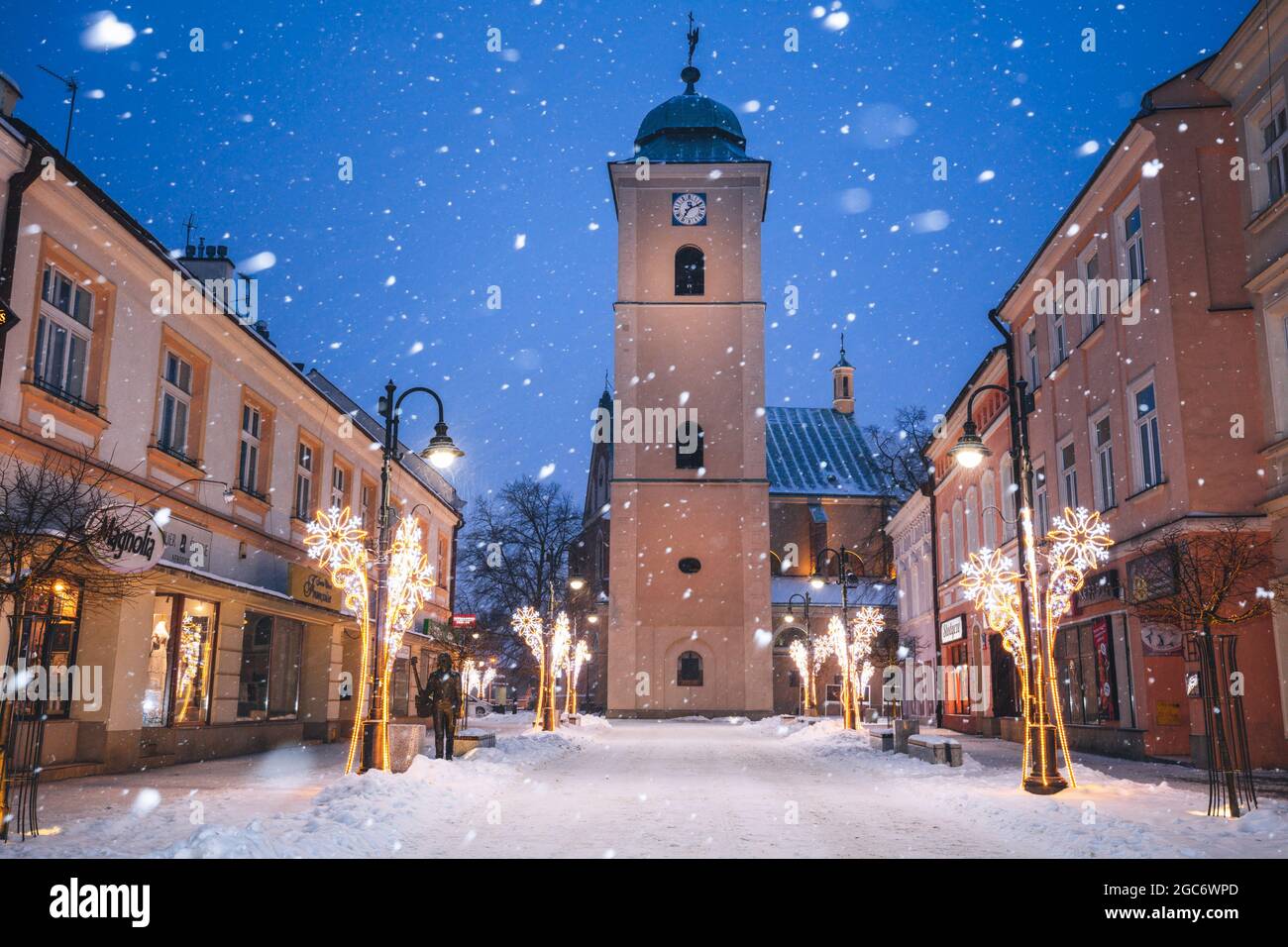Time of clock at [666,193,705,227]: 7:10
